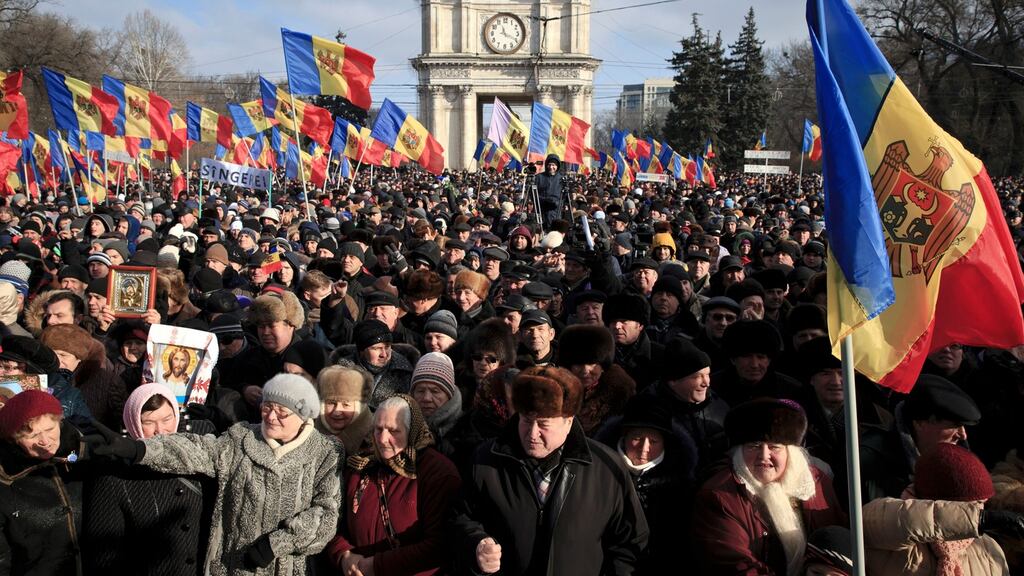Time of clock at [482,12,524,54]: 11:19
